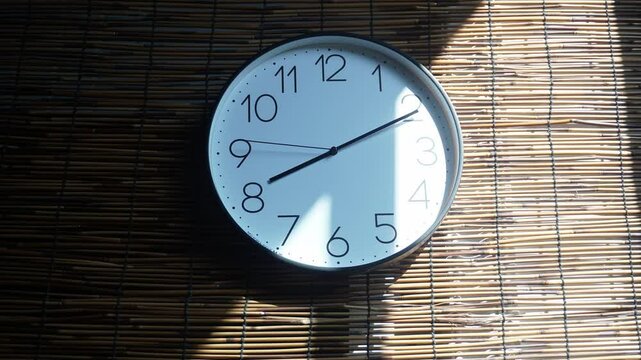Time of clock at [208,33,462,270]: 8:10
